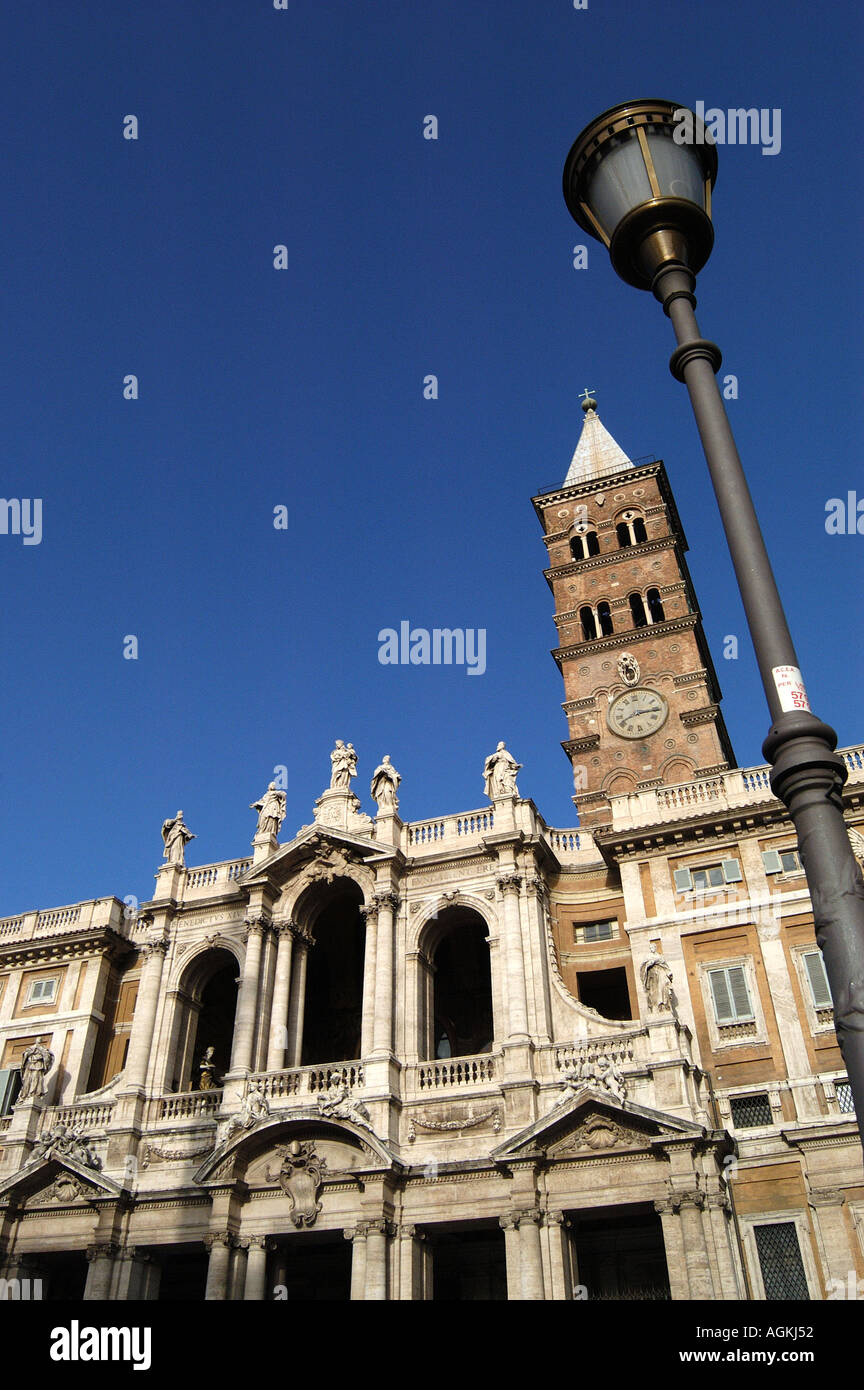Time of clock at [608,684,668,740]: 8:15
